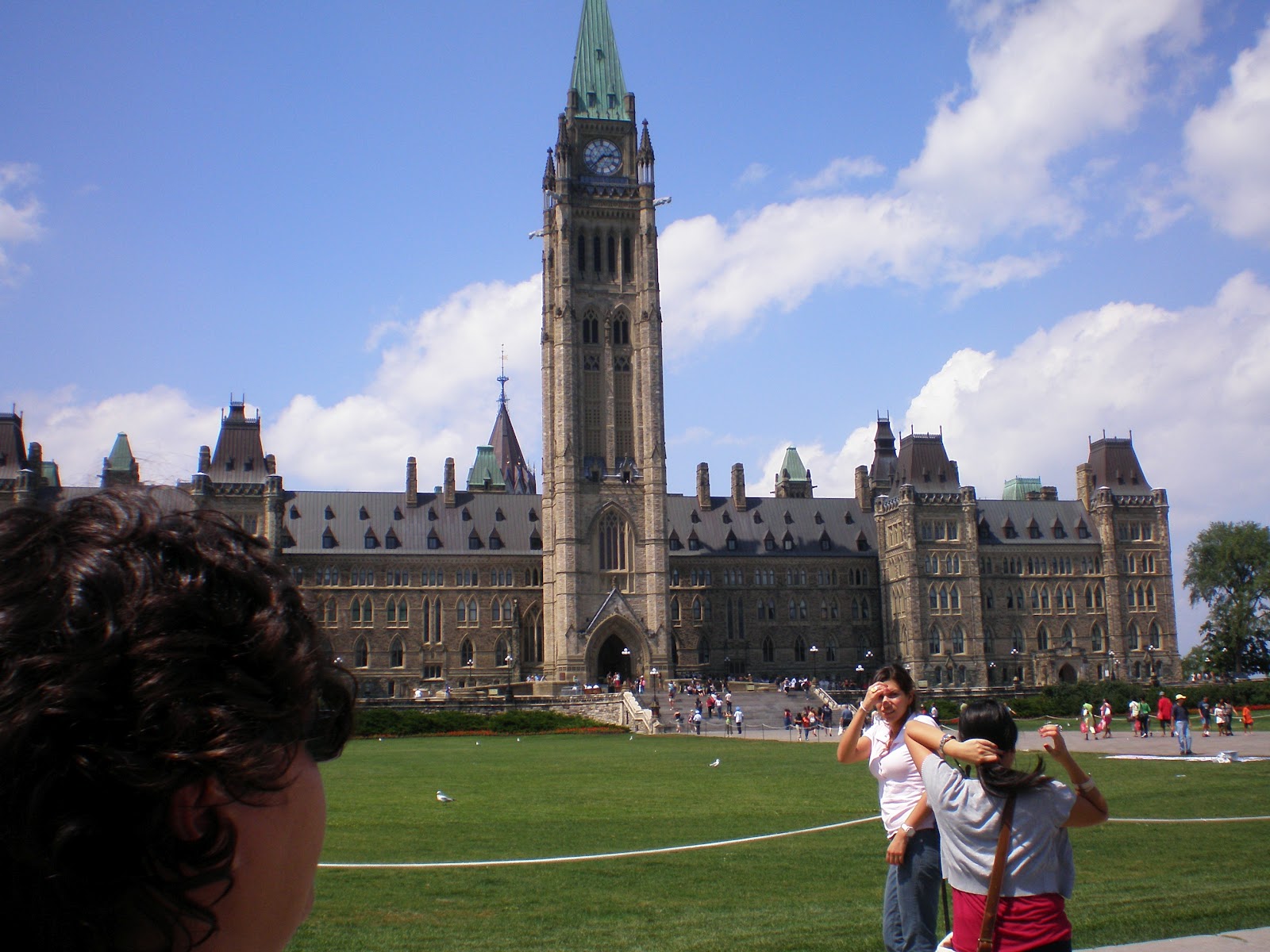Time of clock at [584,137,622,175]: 2:37
